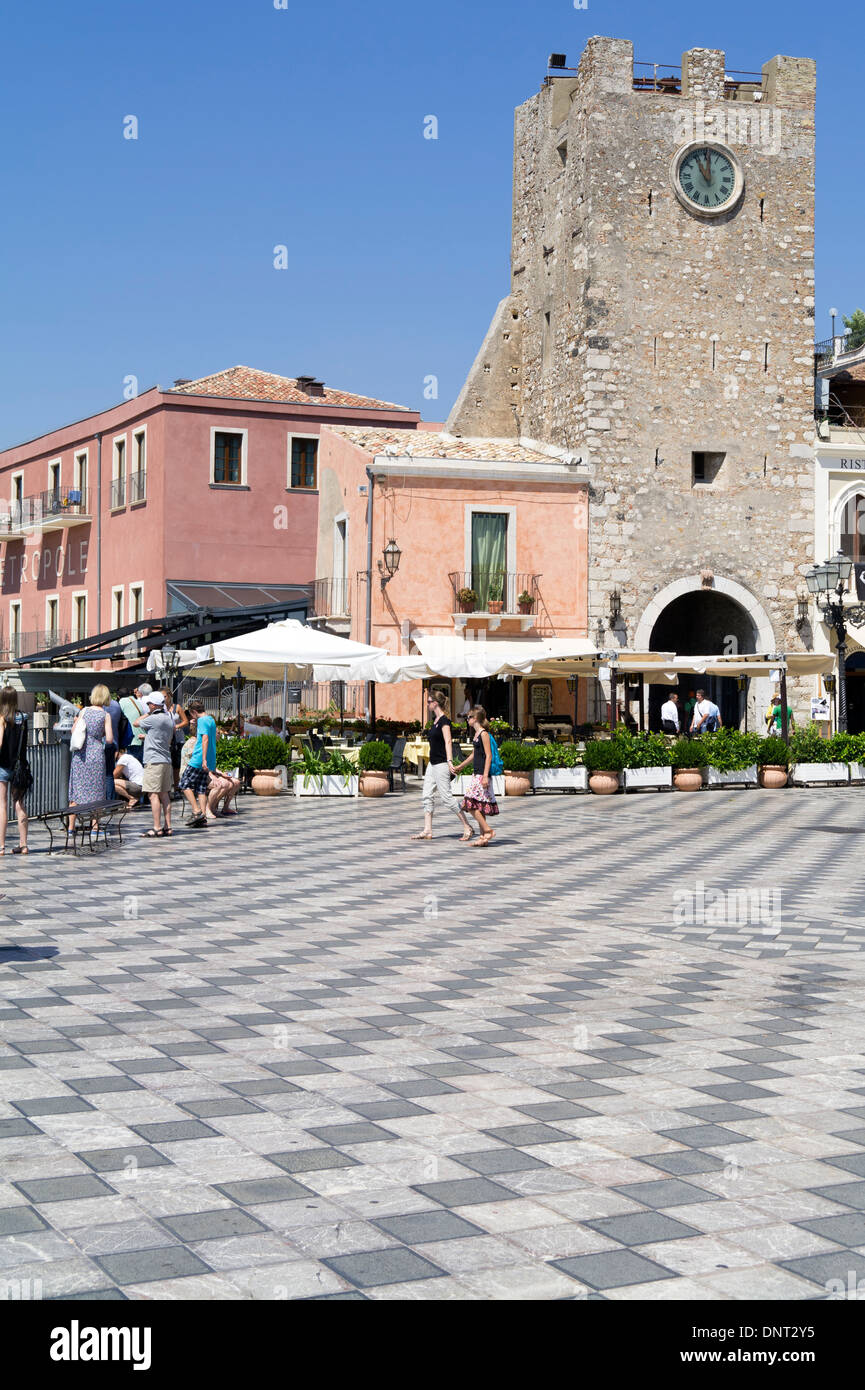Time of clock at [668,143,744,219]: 11:00
